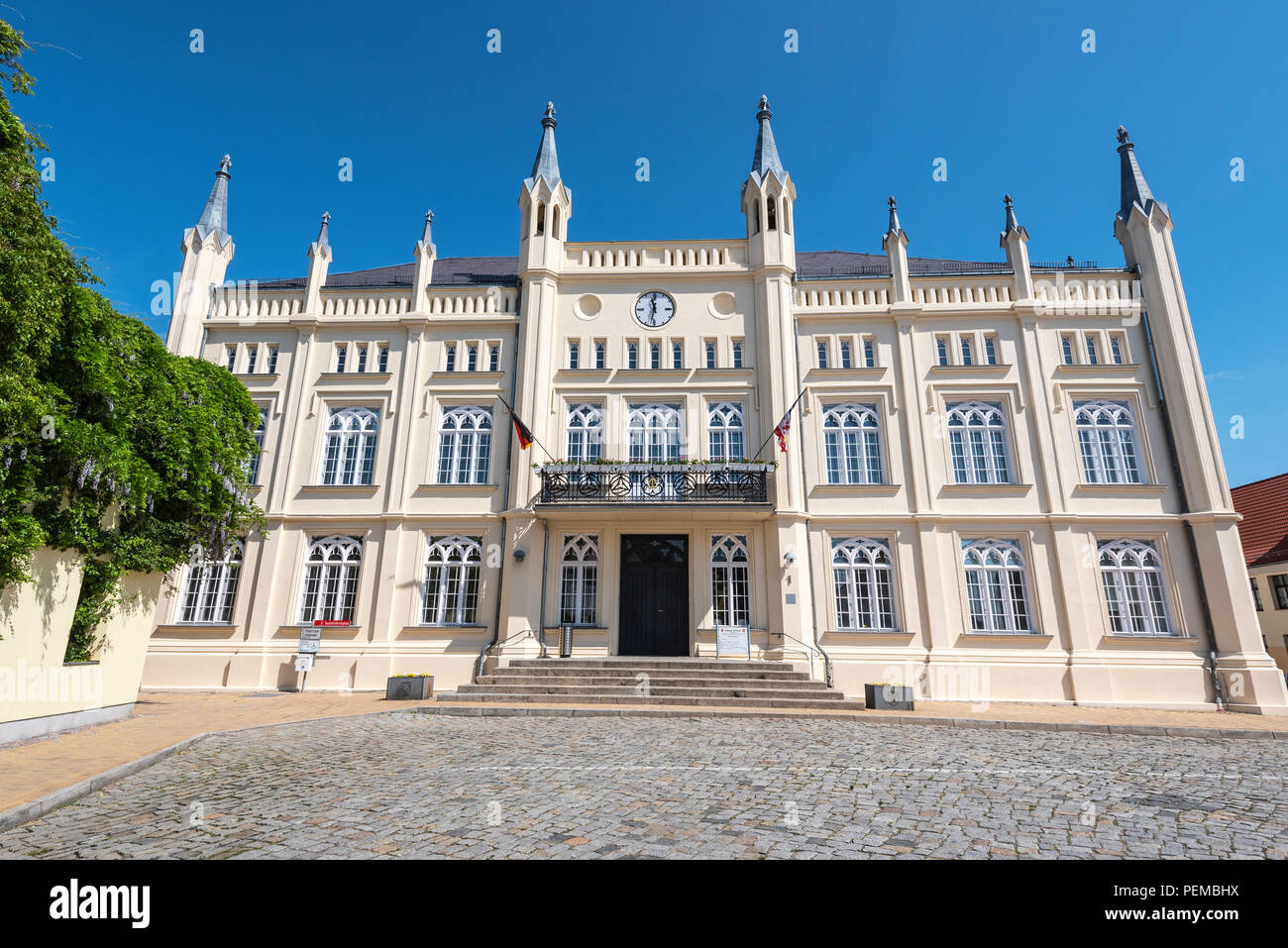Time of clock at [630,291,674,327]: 11:32
